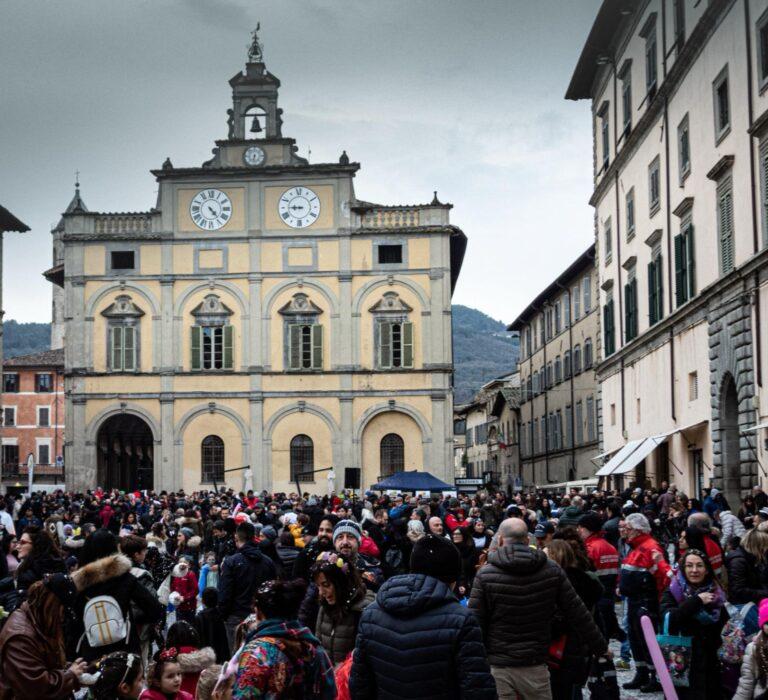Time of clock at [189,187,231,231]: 4:23
